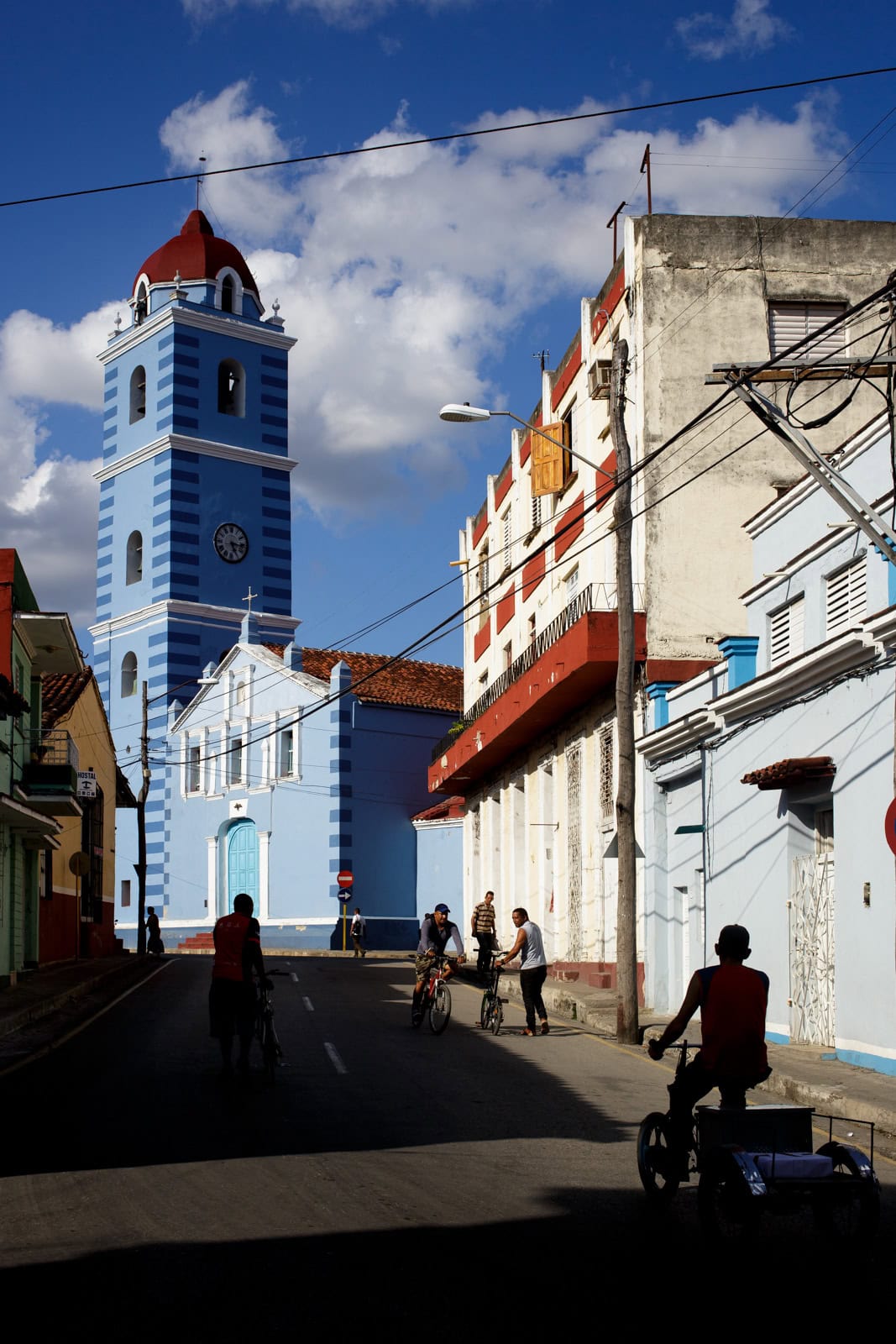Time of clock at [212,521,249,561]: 5:16
